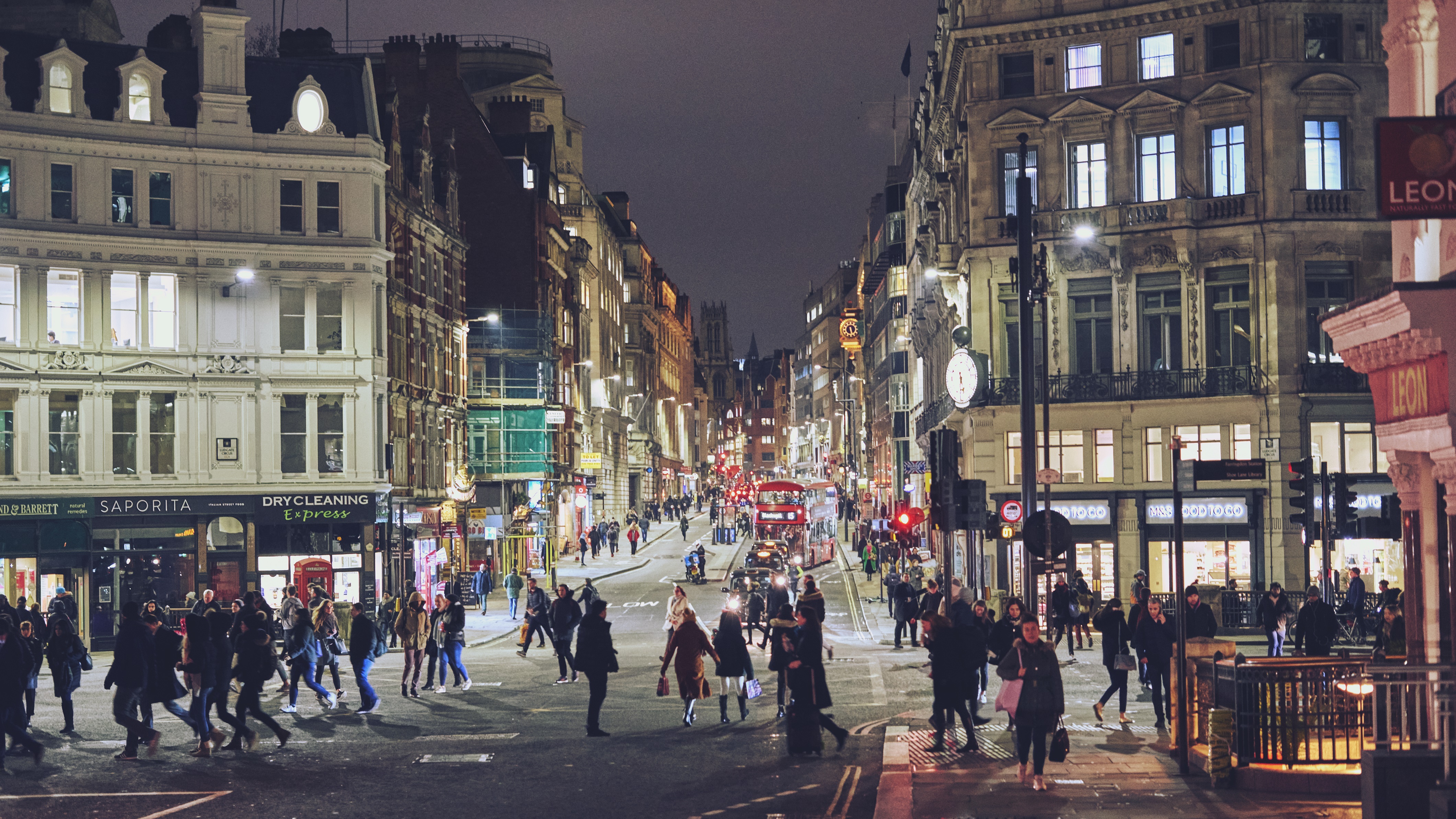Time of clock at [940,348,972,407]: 5:30
